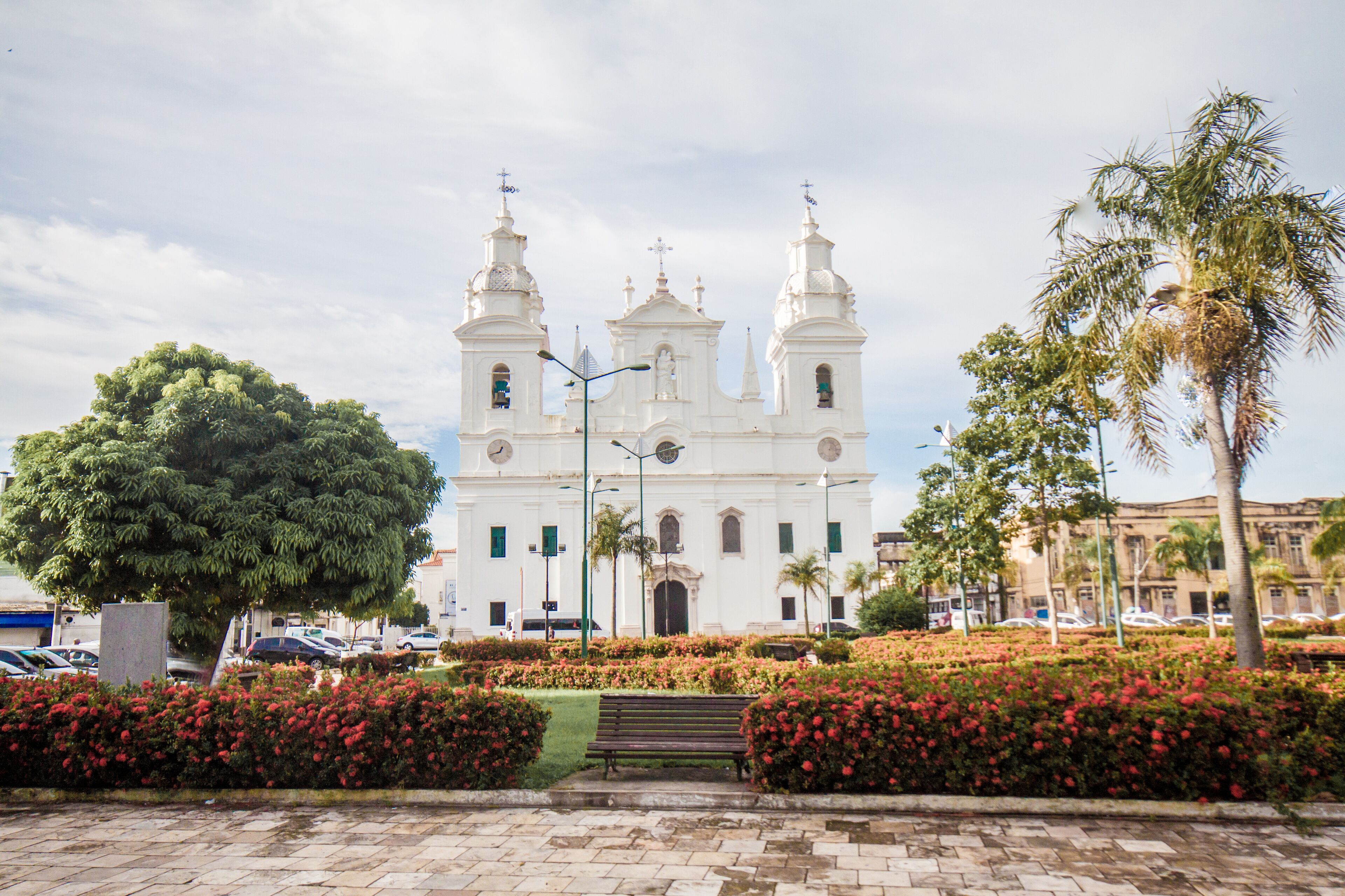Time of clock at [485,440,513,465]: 12:42
